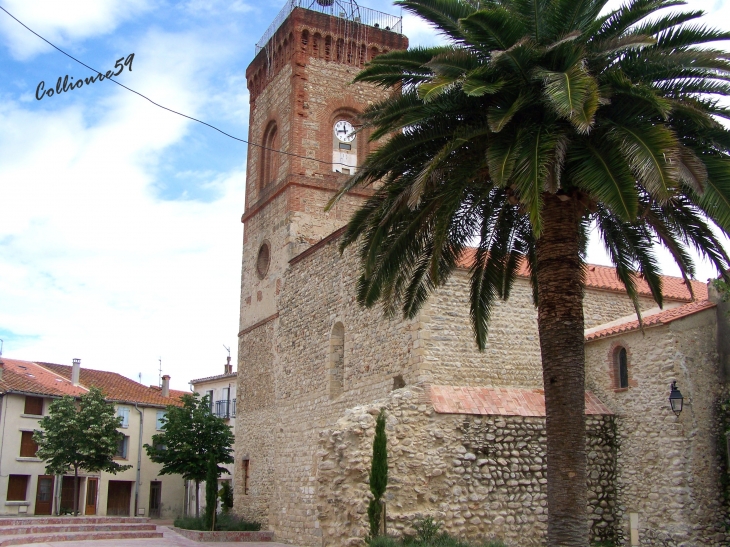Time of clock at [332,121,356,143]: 11:43
